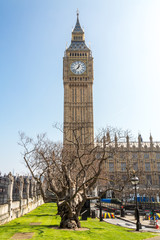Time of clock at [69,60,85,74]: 12:37
